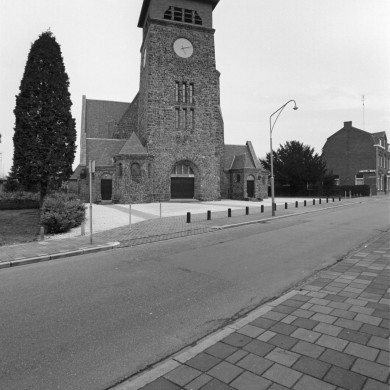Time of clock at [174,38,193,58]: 5:12
